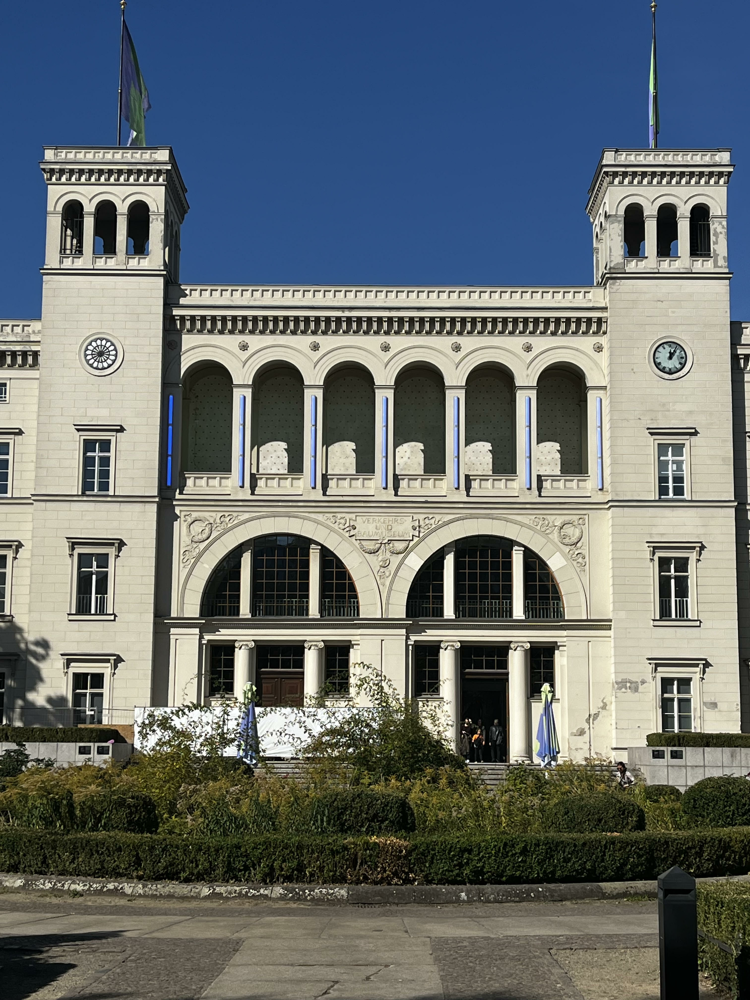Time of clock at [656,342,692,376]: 12:05
